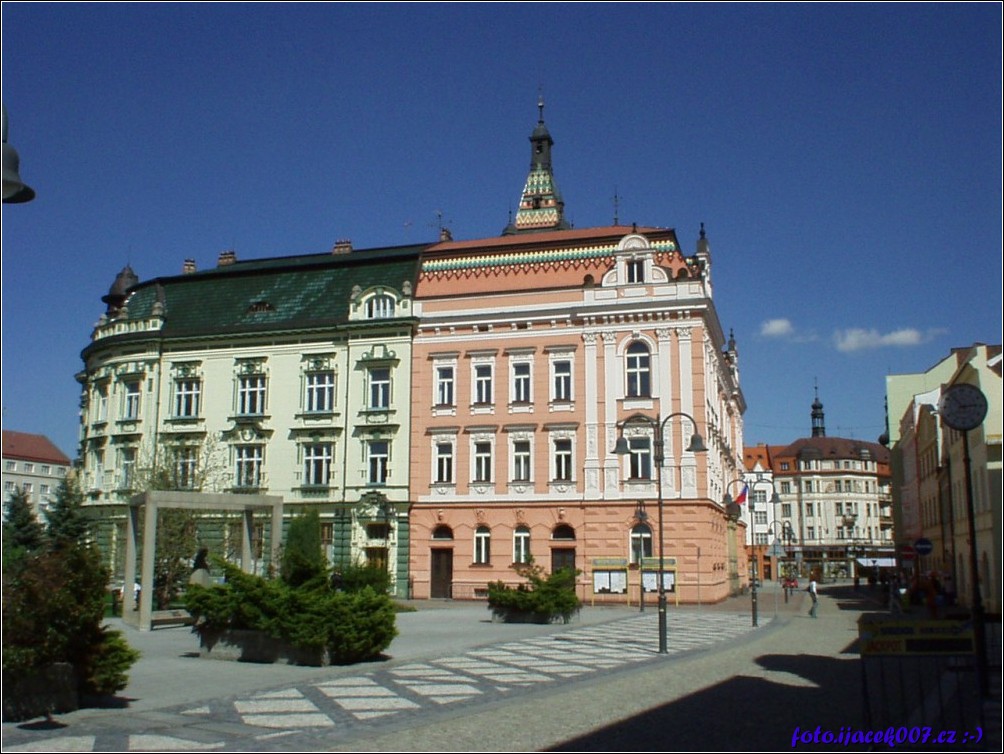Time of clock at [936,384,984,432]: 2:53
